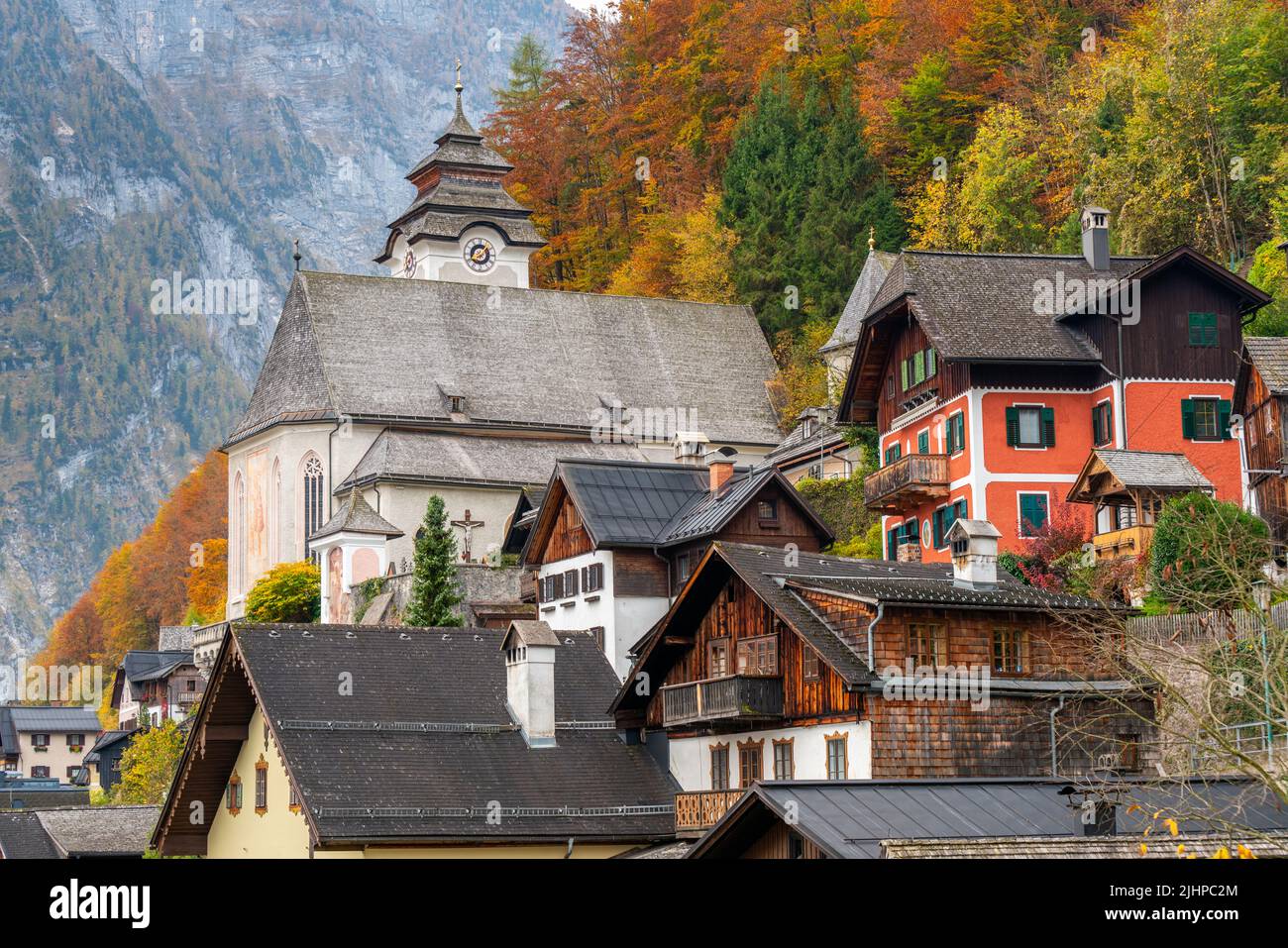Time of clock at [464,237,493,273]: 8:07
